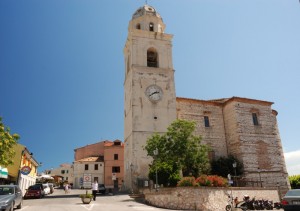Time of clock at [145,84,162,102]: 2:40
